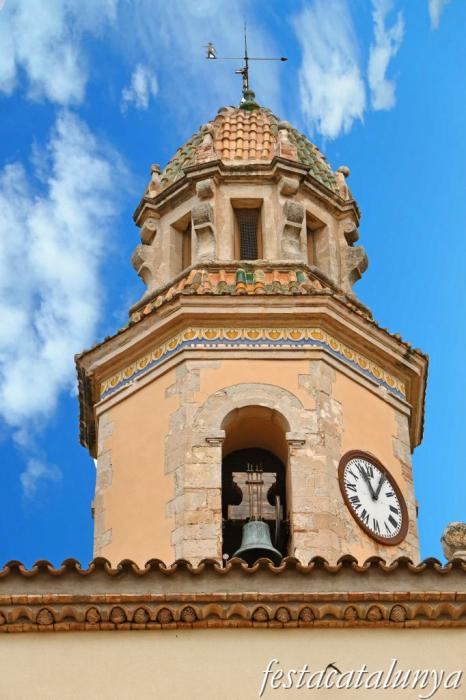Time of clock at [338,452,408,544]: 11:05
